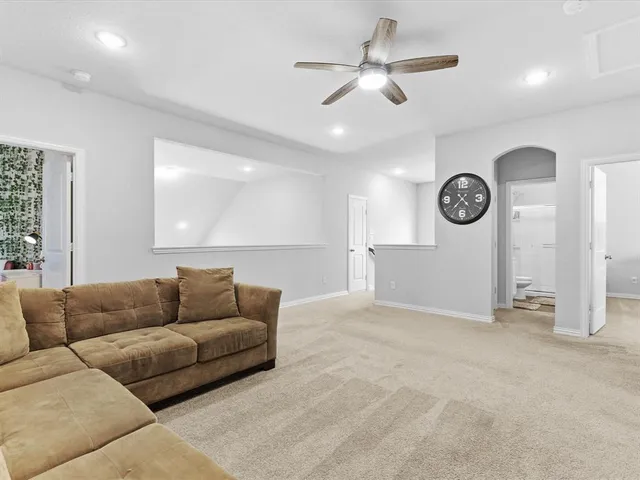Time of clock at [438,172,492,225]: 4:36
